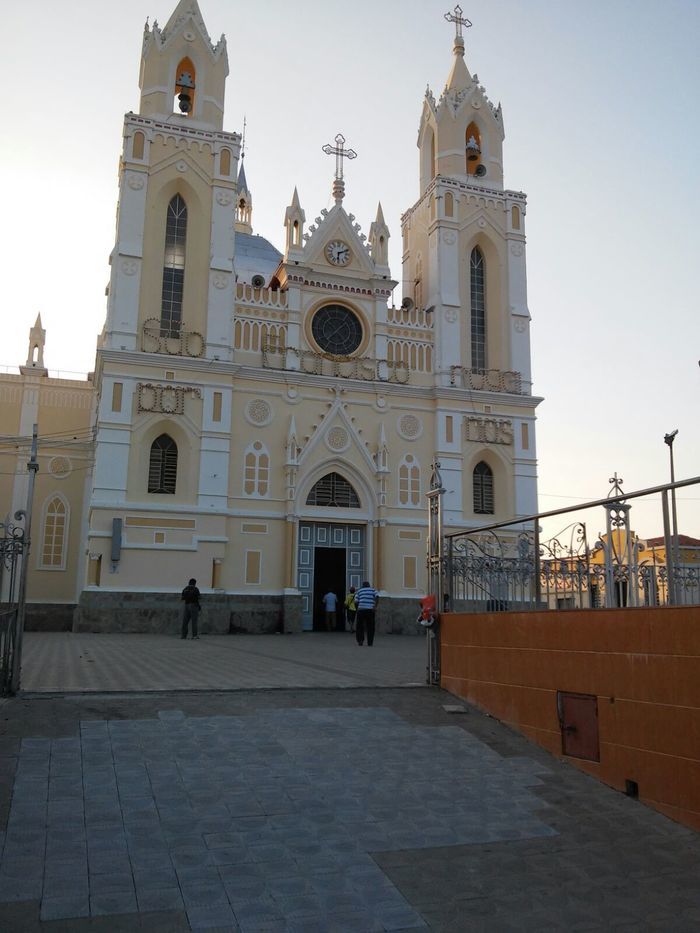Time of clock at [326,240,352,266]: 6:11
